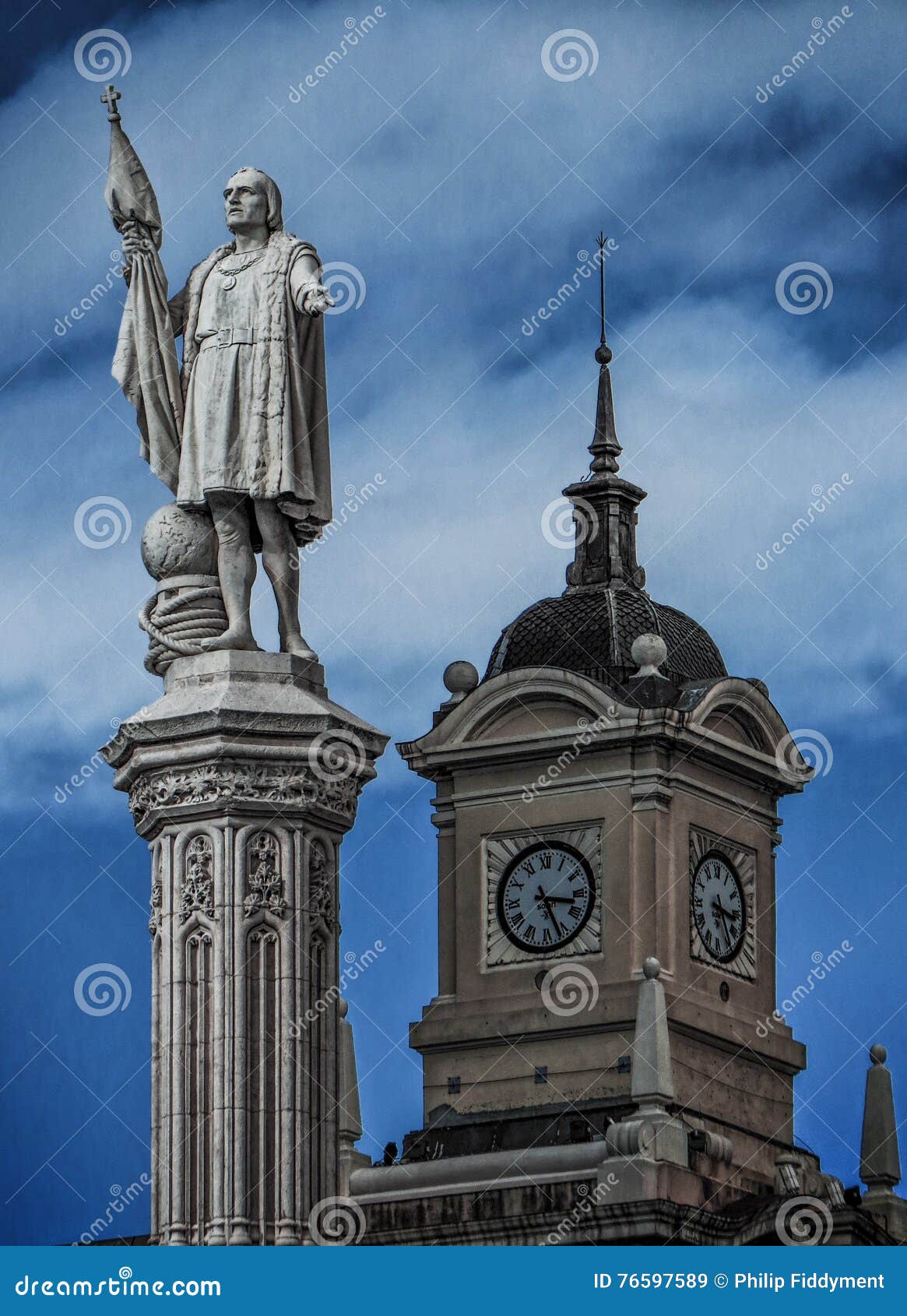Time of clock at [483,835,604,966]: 3:26
